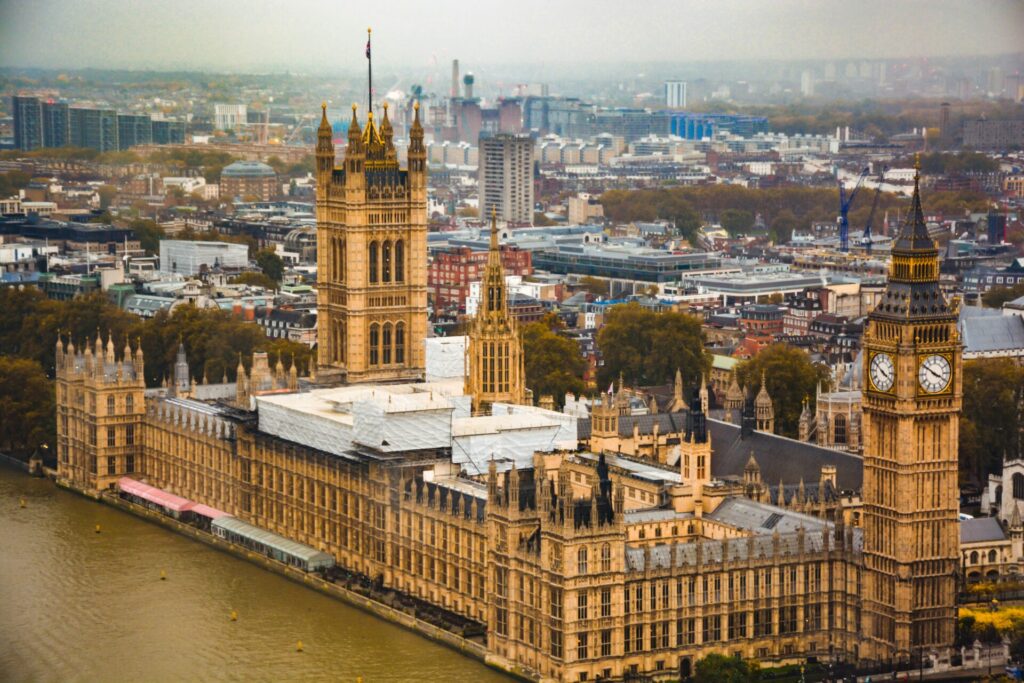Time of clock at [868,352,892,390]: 3:50
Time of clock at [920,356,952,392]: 3:50
